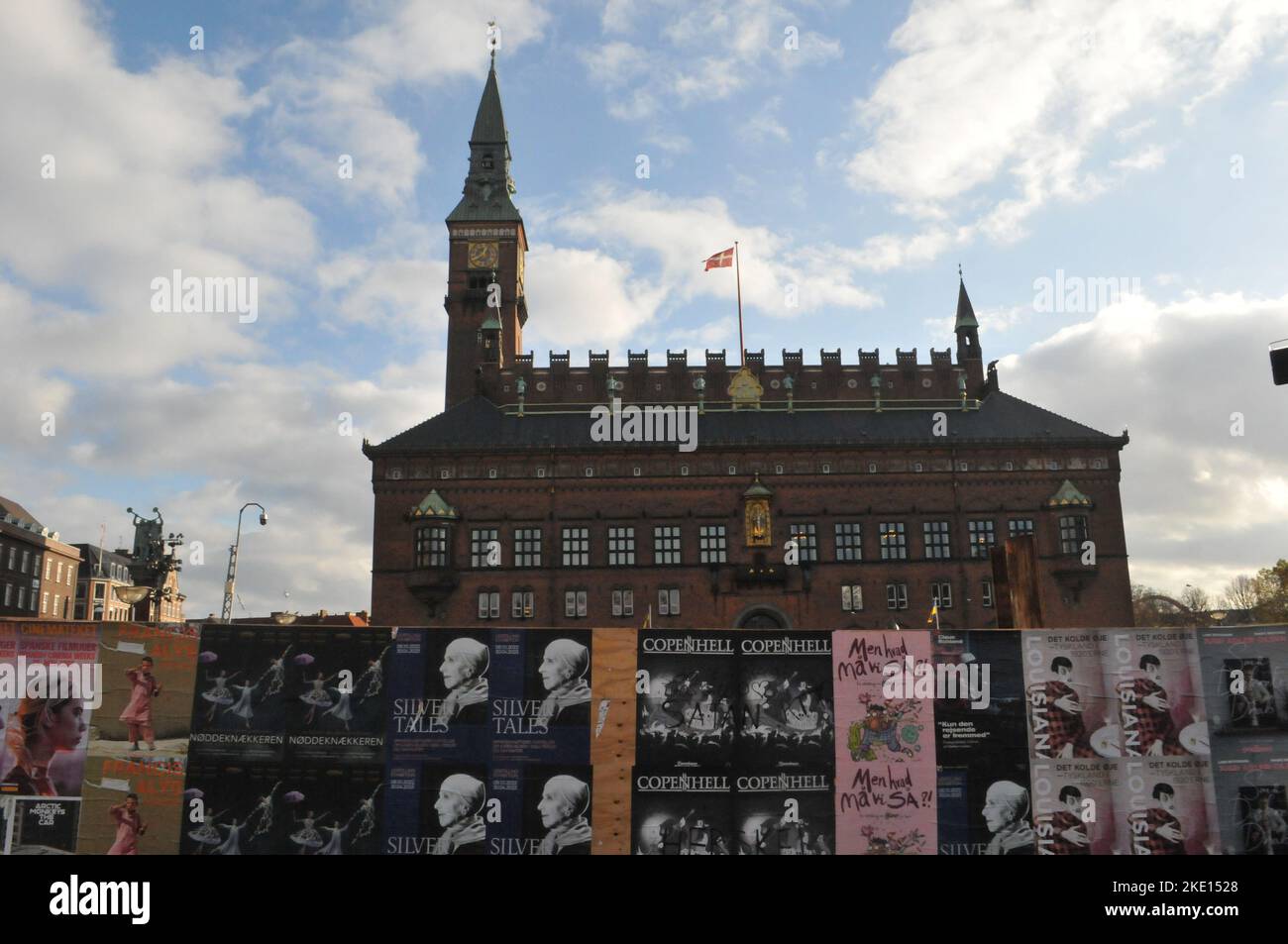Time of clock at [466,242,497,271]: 12:40
